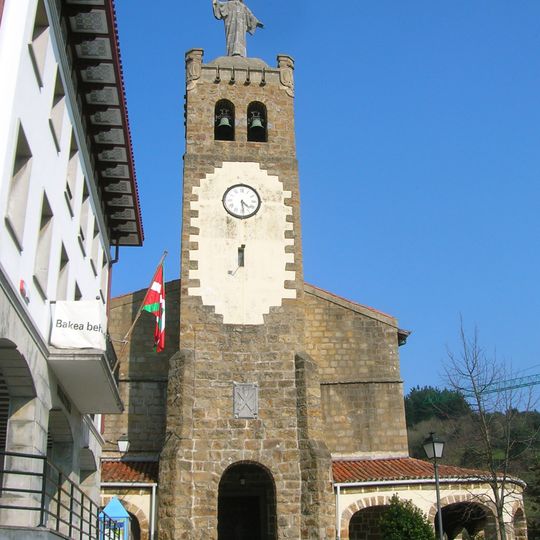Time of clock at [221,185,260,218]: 4:28
